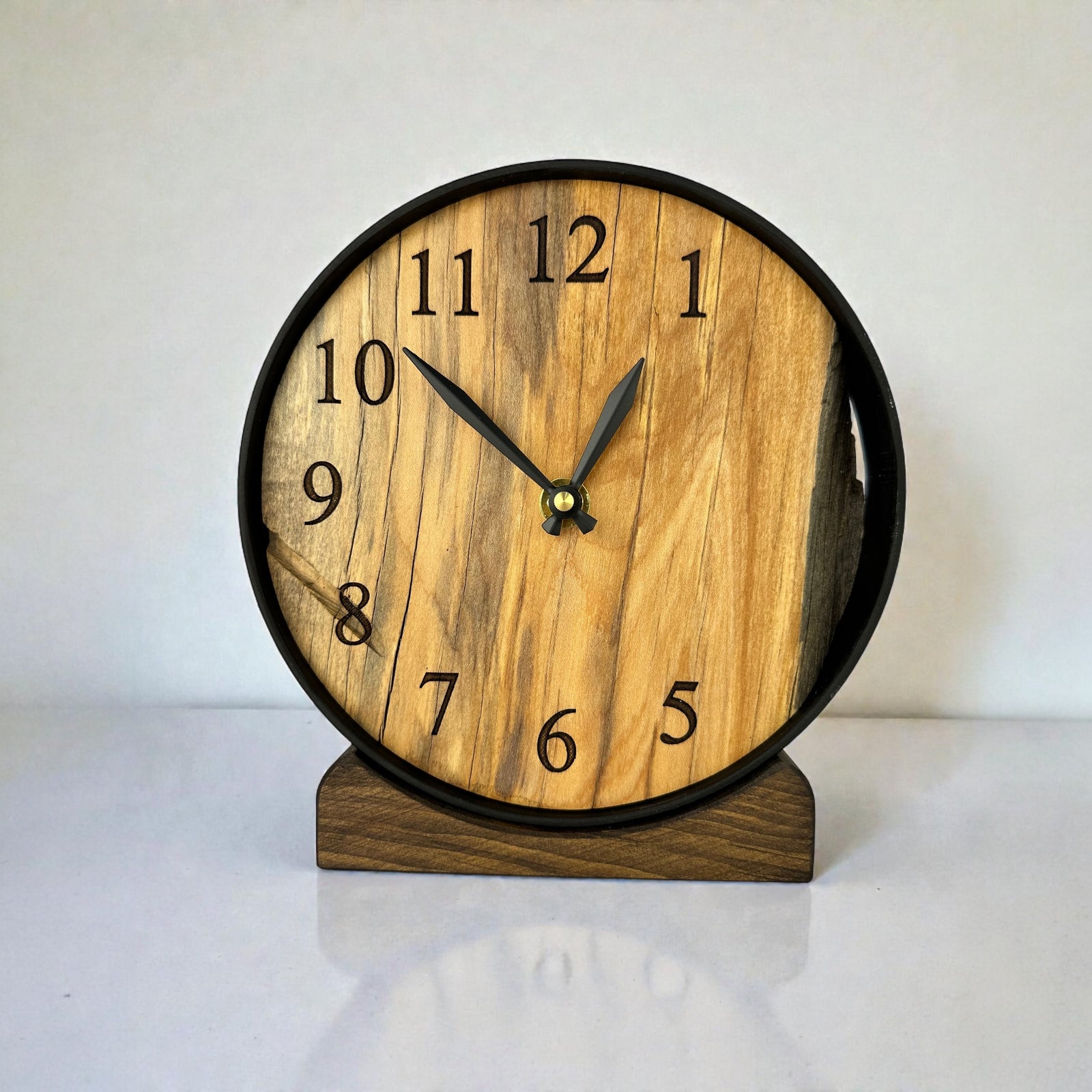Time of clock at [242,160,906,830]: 12:52
